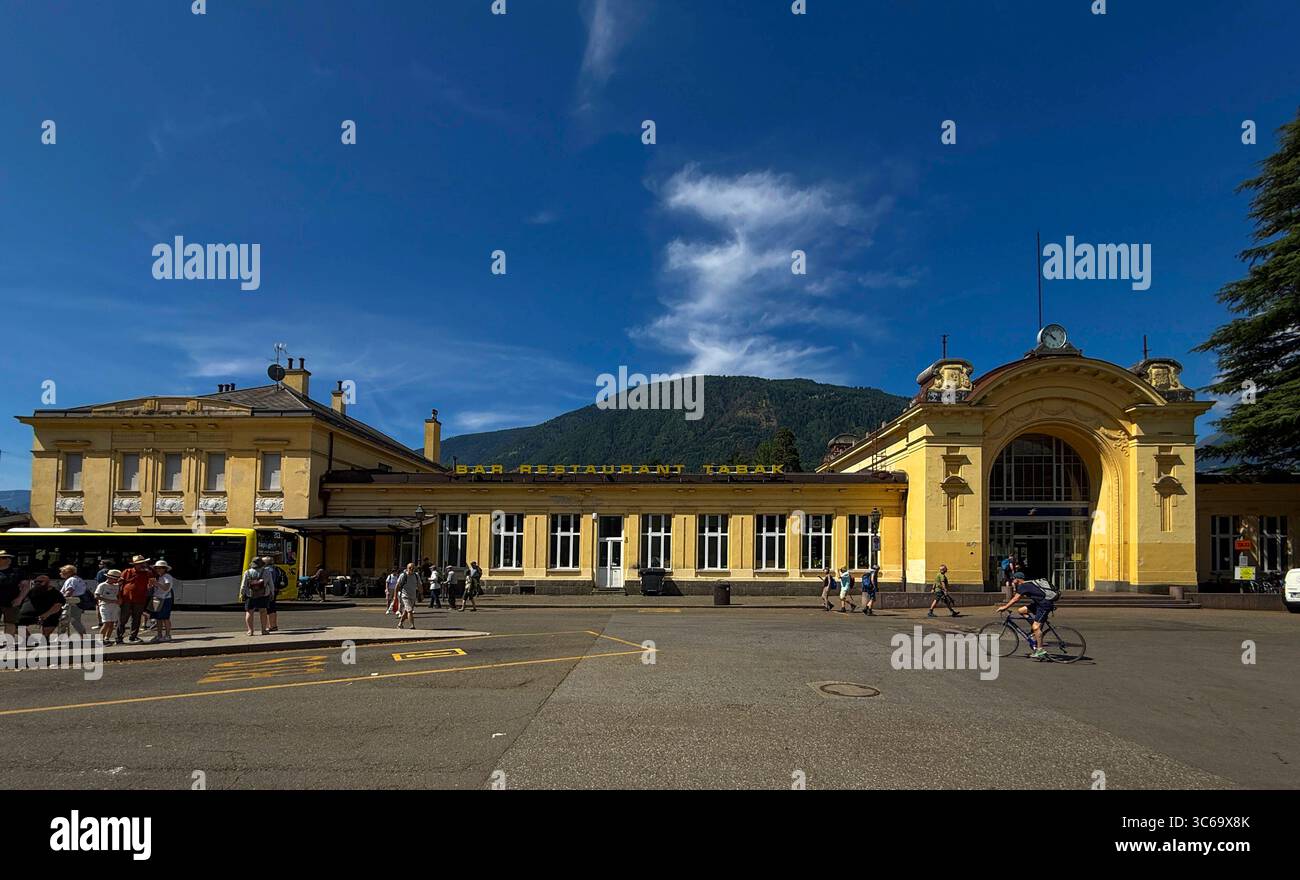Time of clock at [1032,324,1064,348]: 10:51
